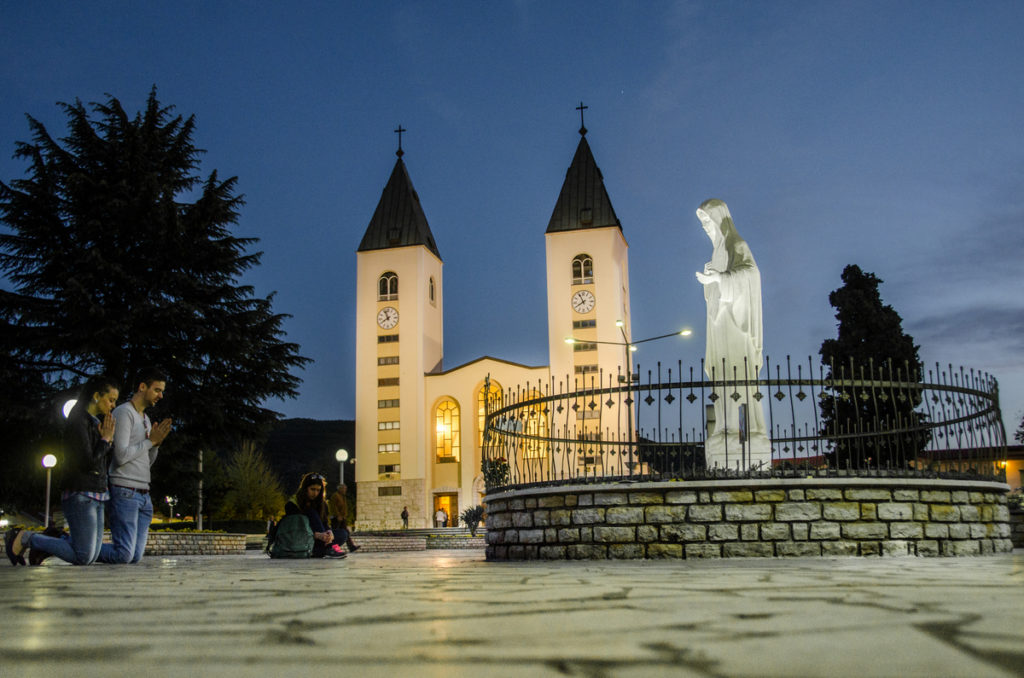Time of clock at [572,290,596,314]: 7:55
